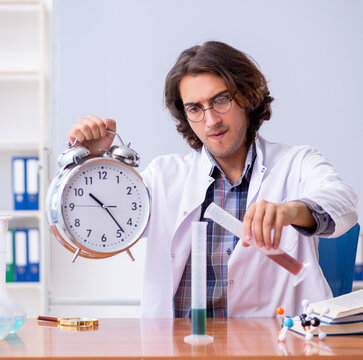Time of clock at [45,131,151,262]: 10:23
